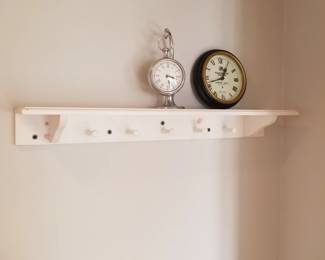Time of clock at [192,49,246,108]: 12:42
